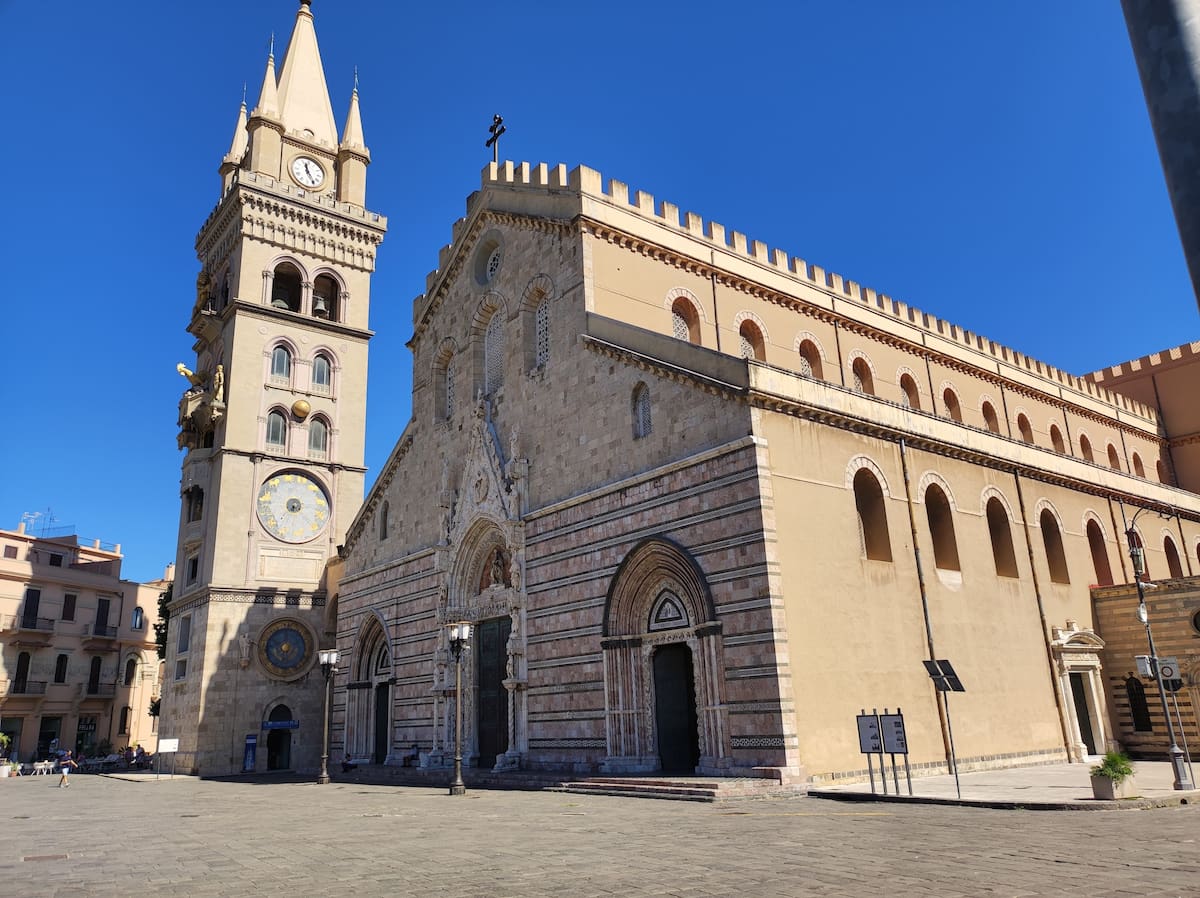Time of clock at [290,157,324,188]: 11:24
